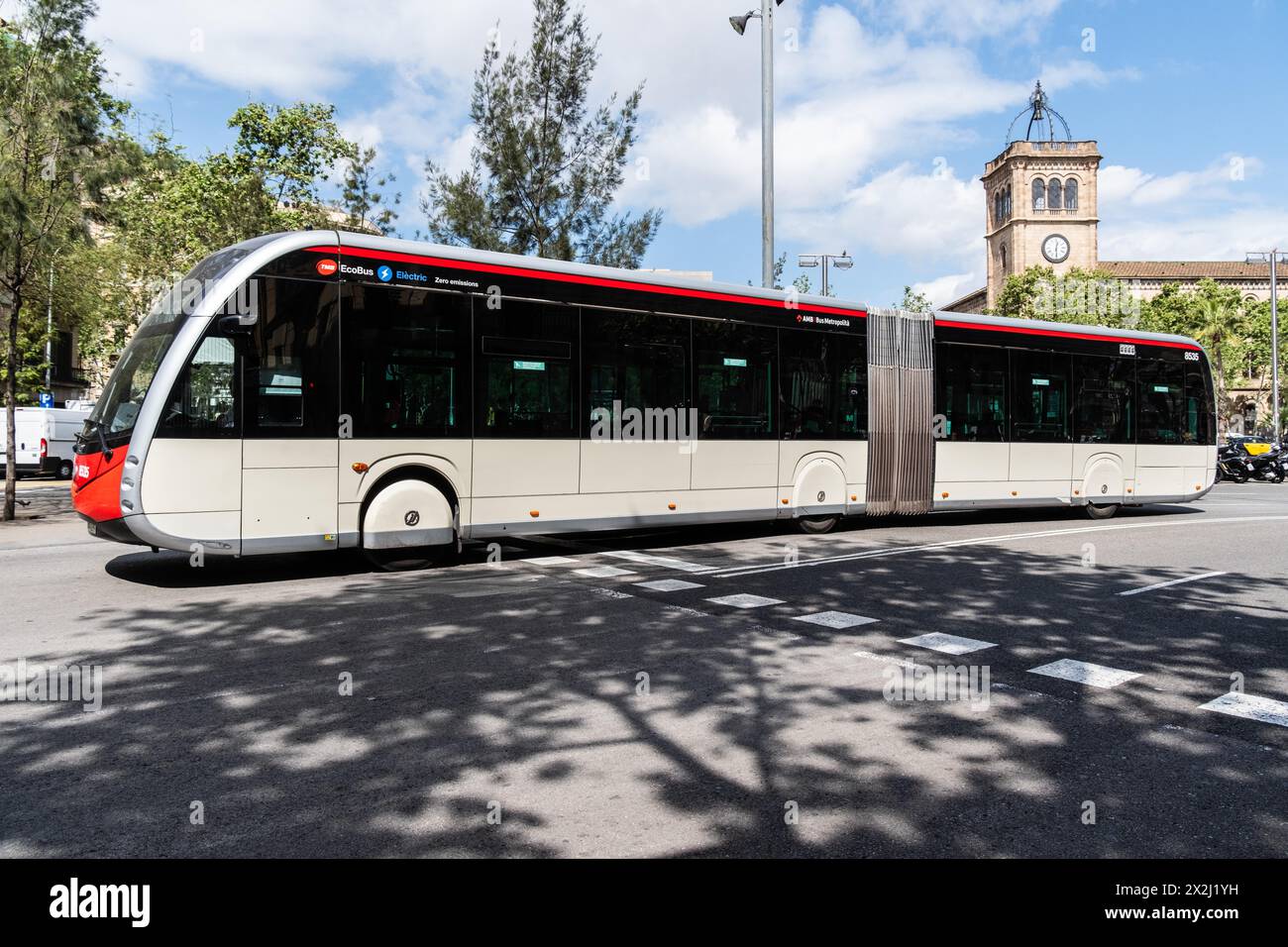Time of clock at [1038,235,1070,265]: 12:29
